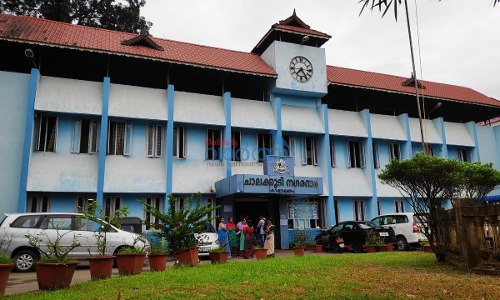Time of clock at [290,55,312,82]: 7:24
